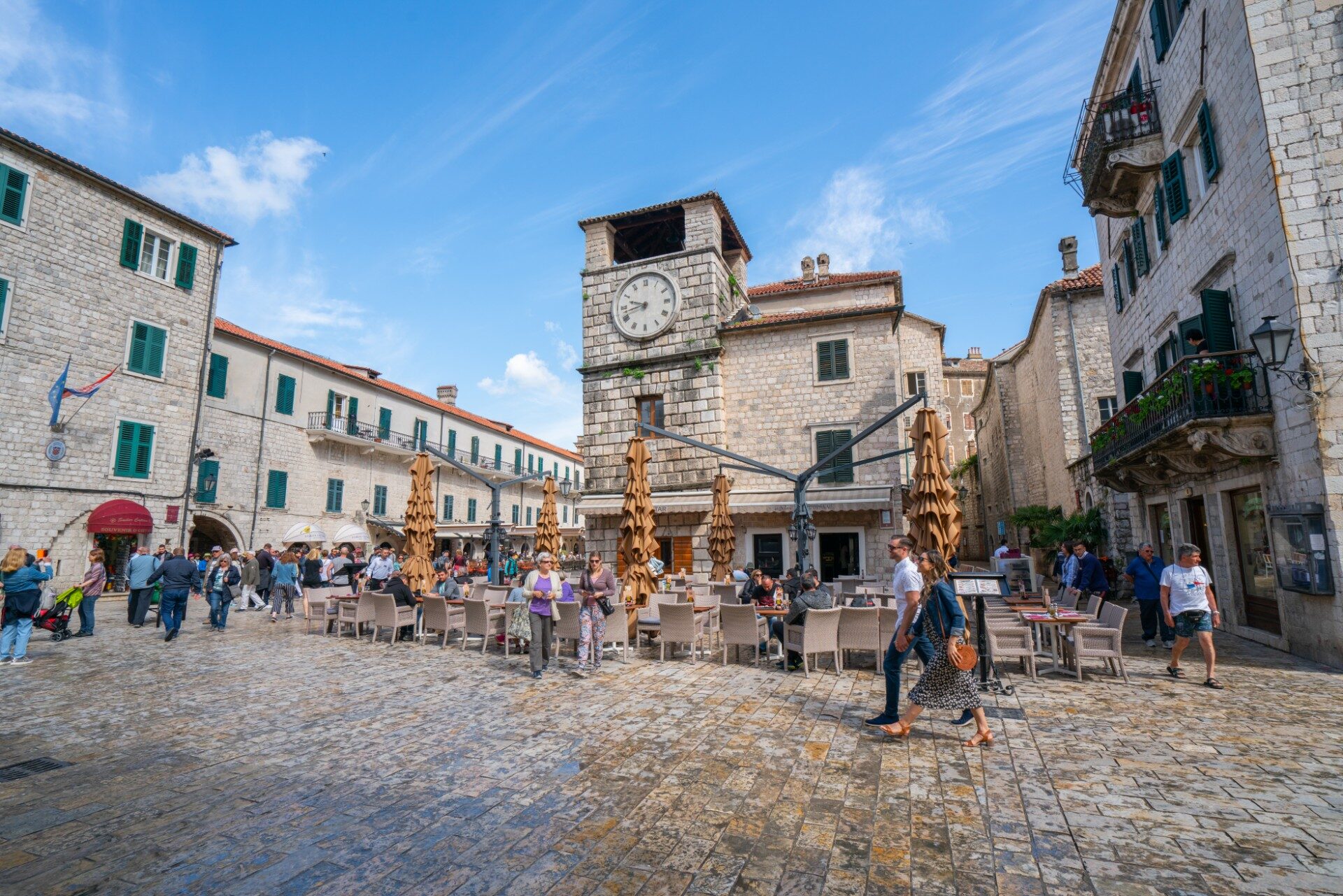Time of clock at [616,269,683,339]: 9:42
